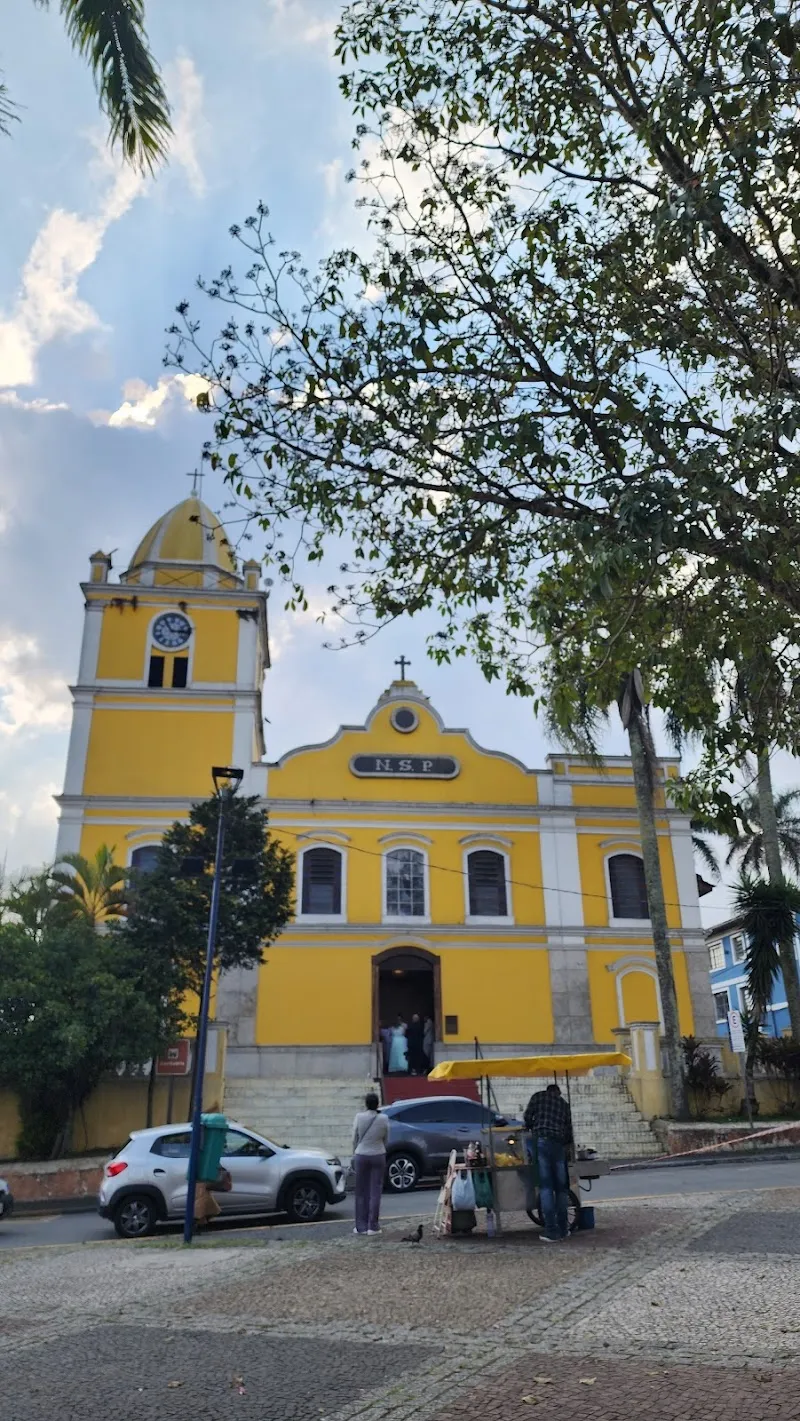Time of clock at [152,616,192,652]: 2:54
